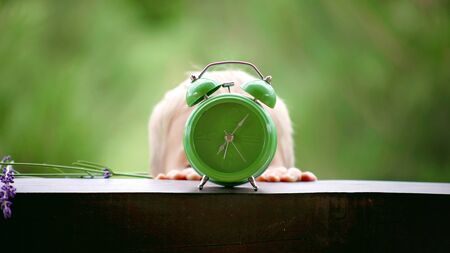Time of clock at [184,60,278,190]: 7:07
